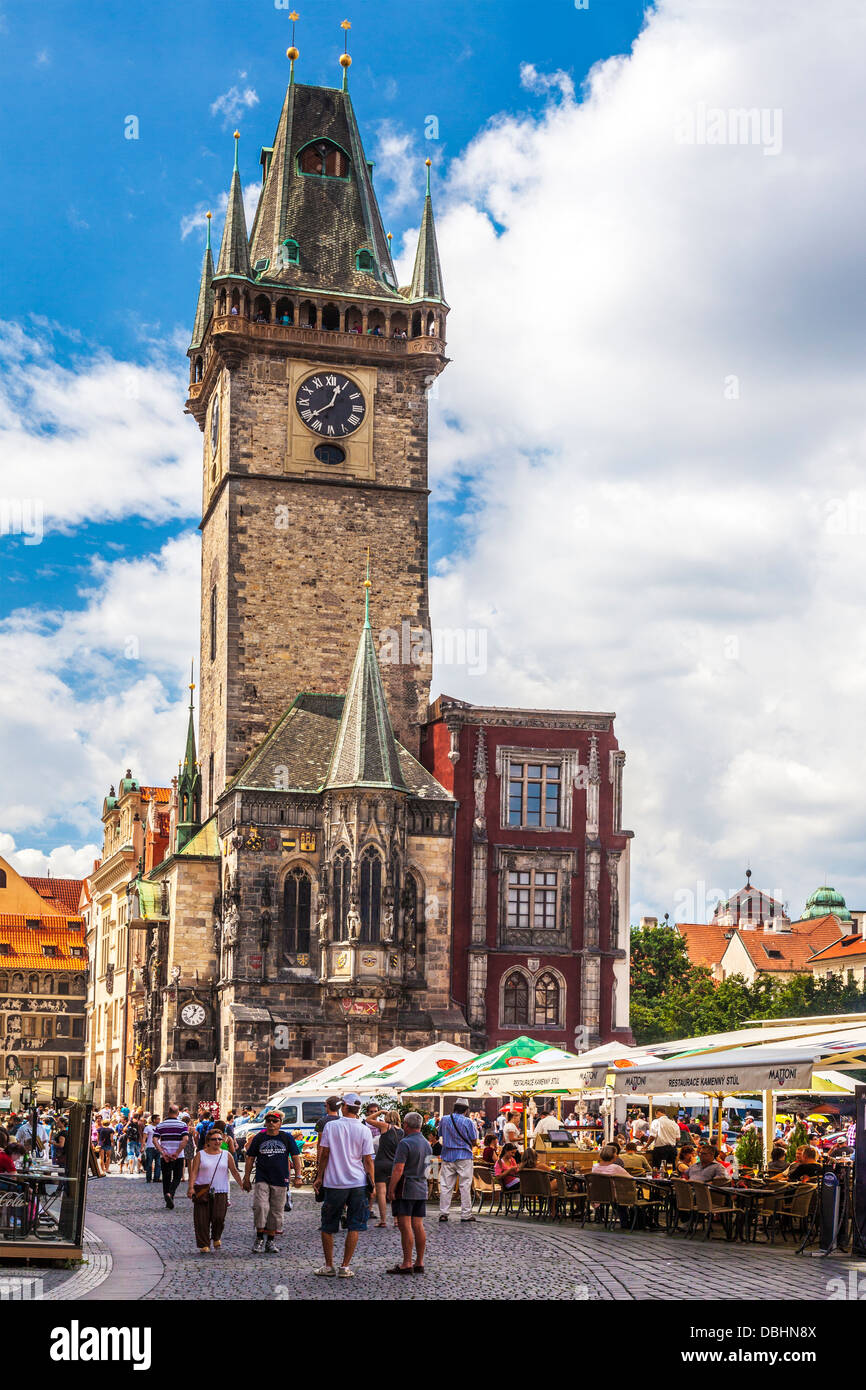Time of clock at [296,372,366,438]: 12:38
